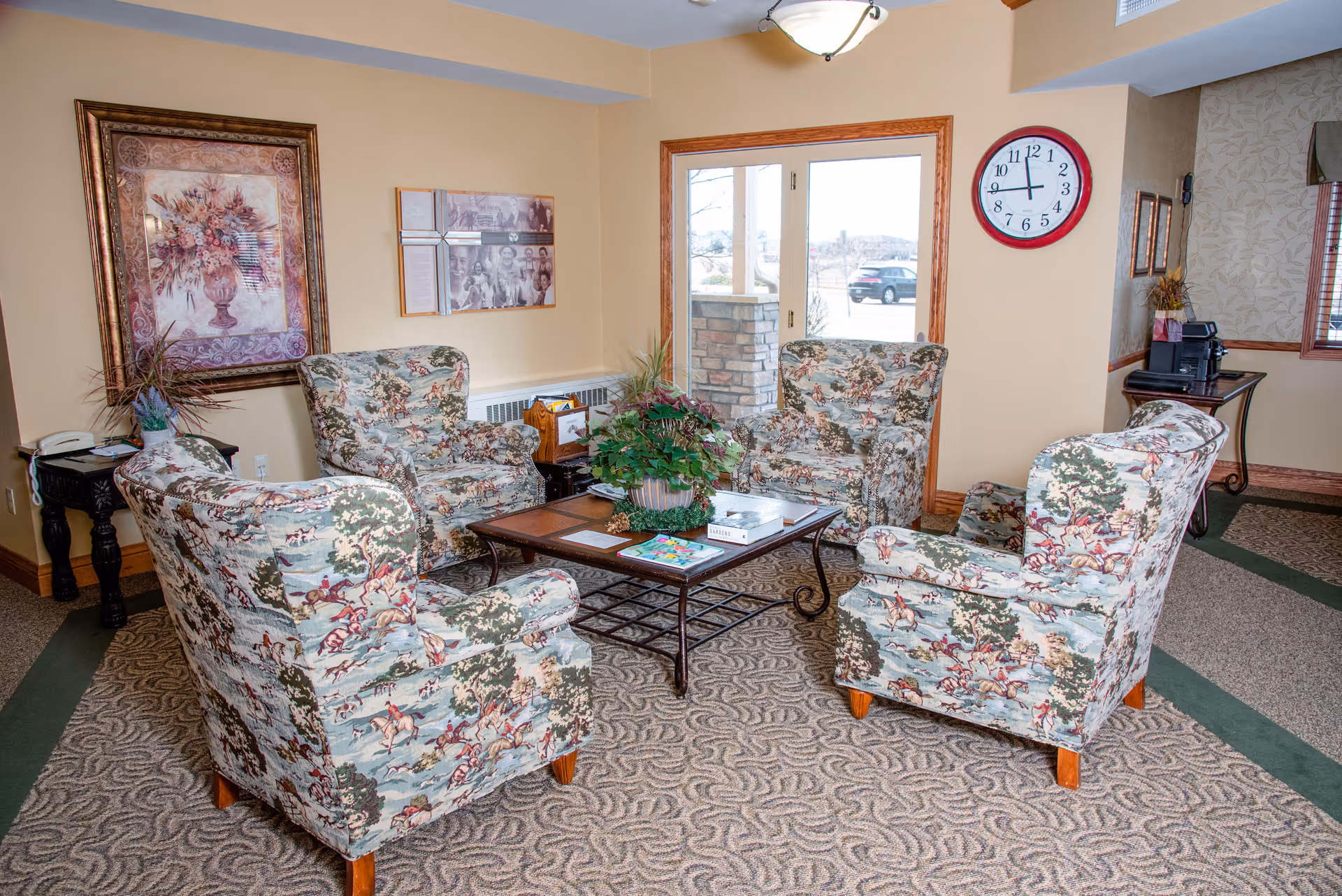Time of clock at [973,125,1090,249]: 11:44
